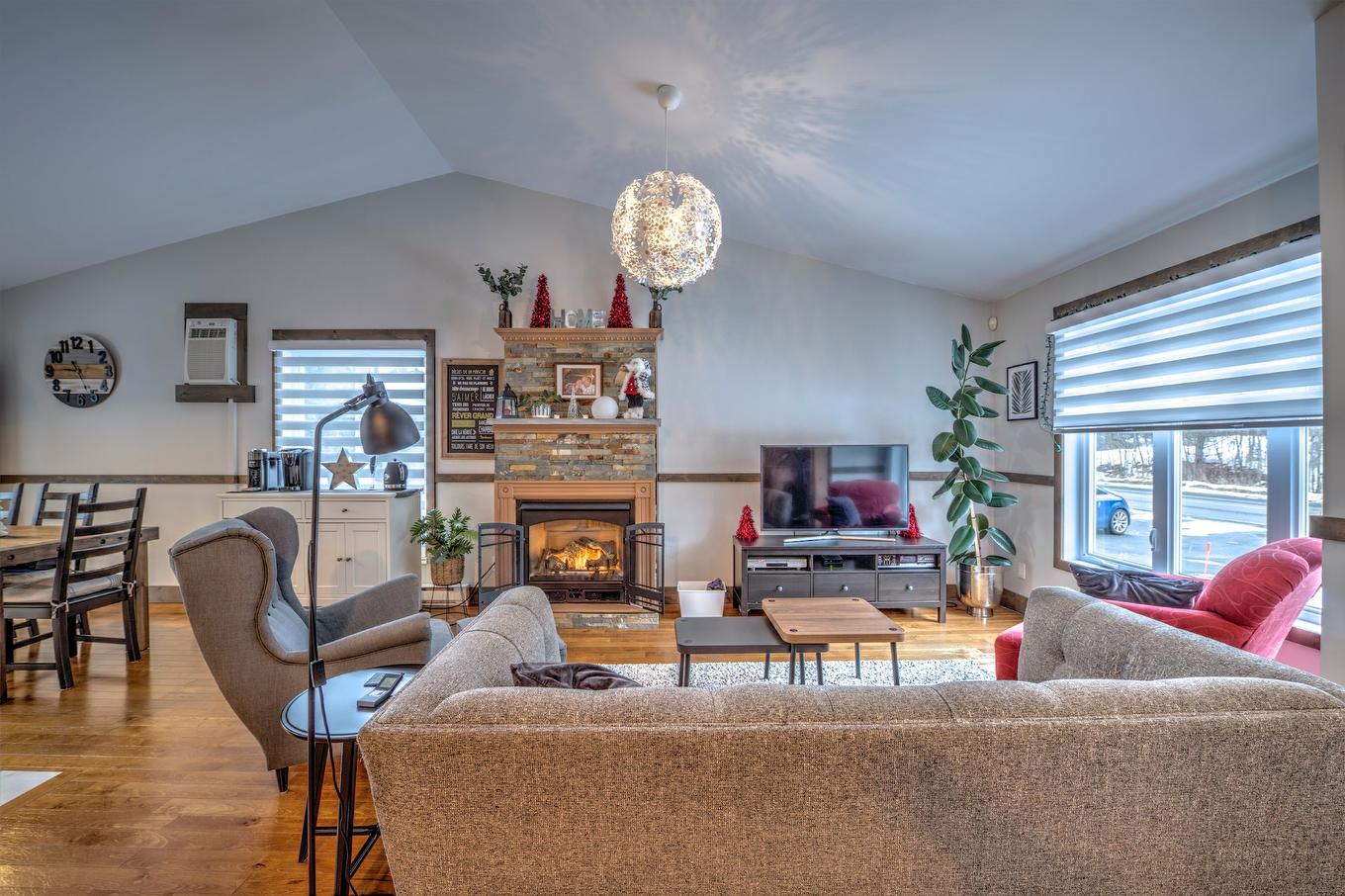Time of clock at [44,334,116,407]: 10:45
